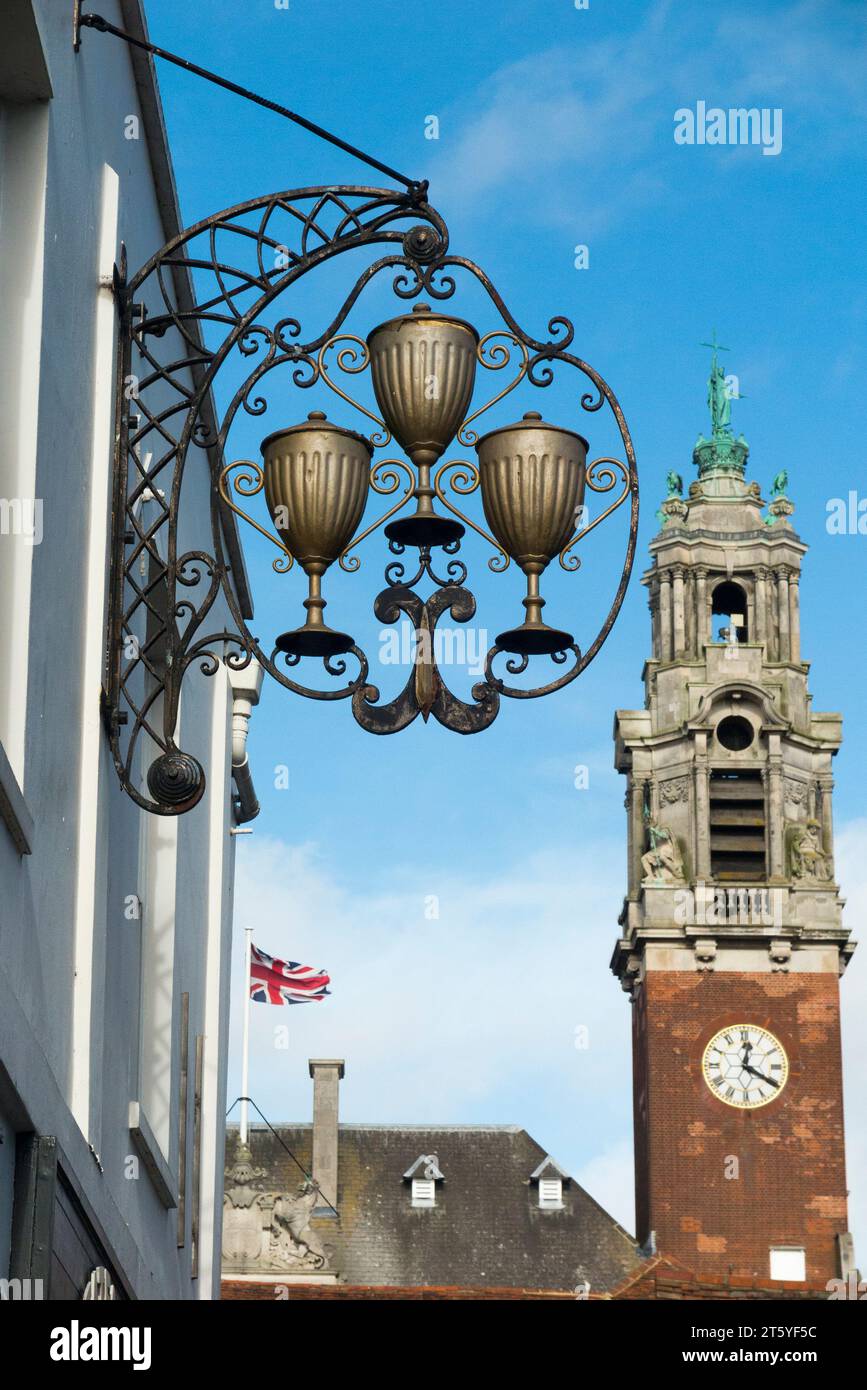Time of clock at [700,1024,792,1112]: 12:20
